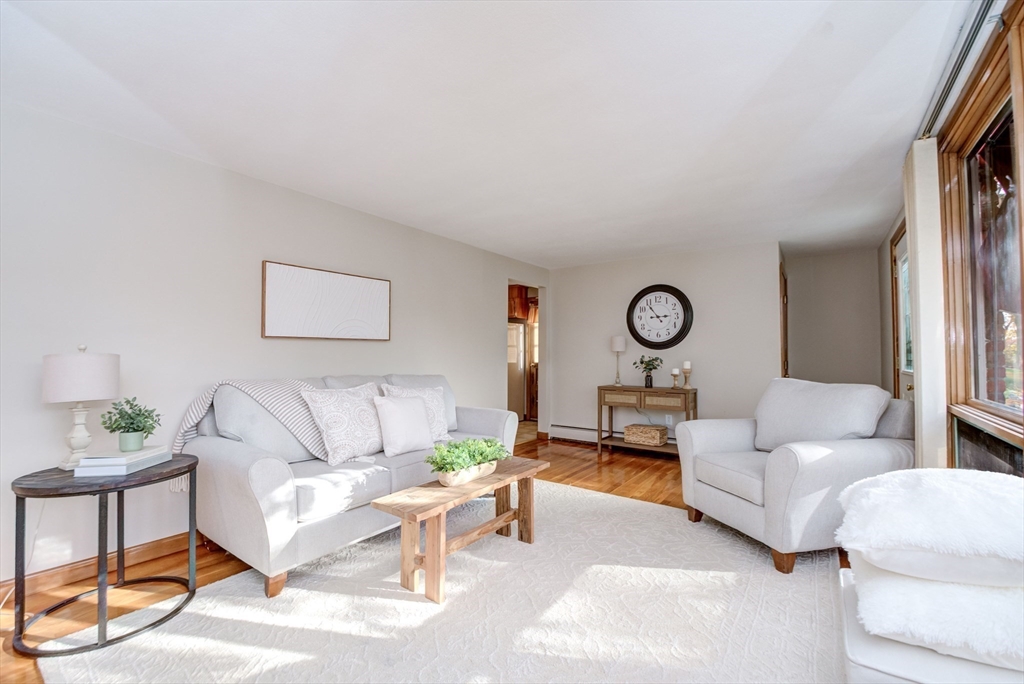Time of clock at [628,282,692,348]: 2:53
